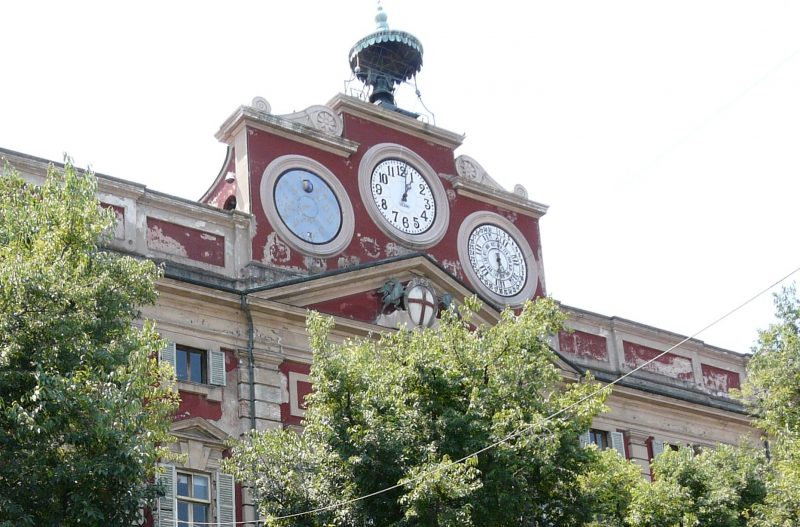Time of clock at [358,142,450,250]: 1:01
